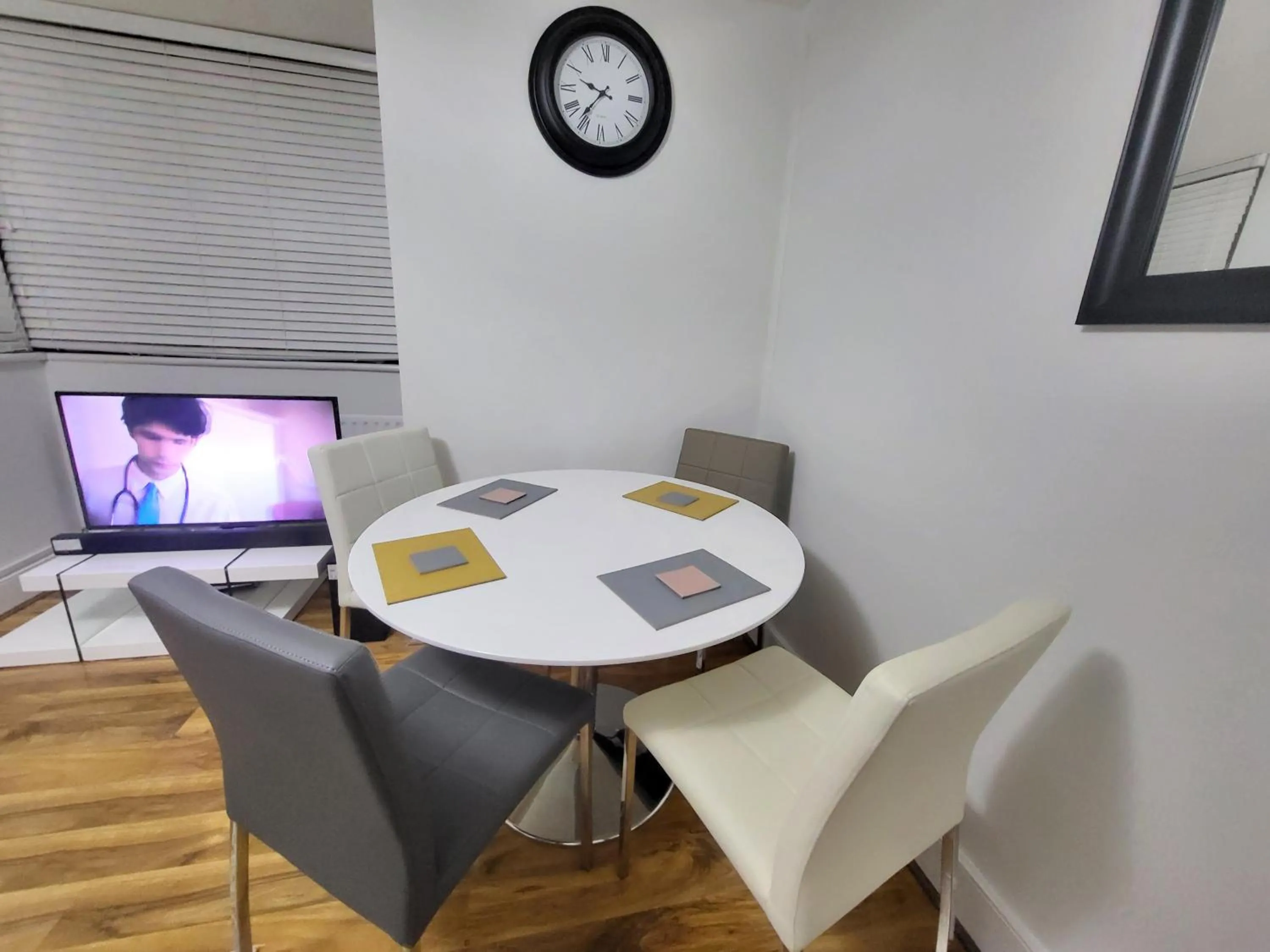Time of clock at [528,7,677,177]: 9:36
